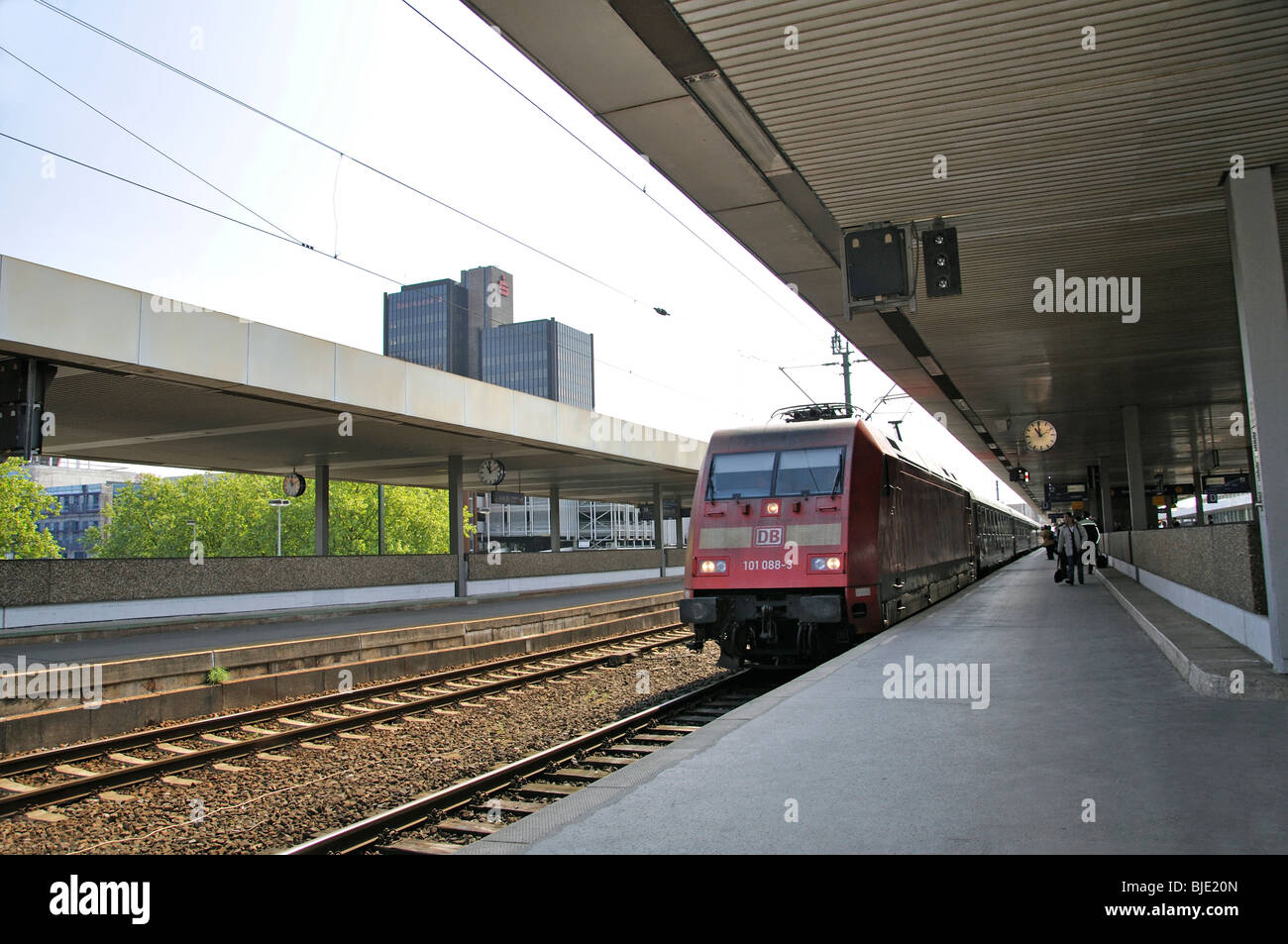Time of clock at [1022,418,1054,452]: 10:59
